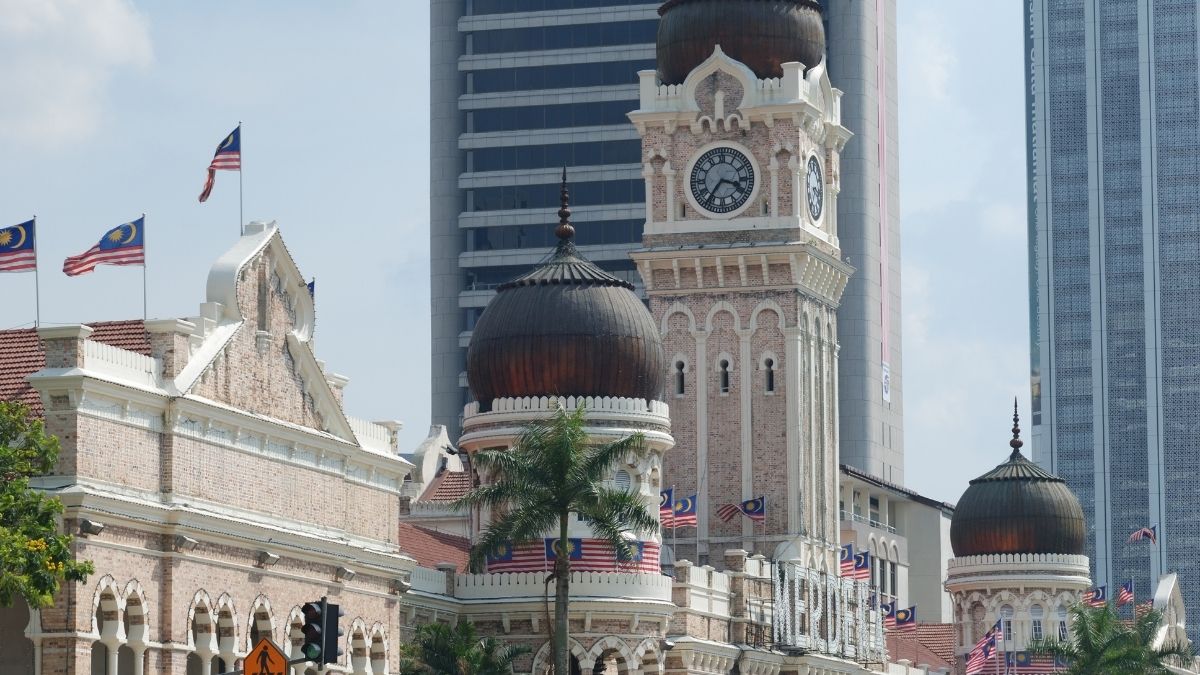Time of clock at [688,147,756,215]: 3:36
